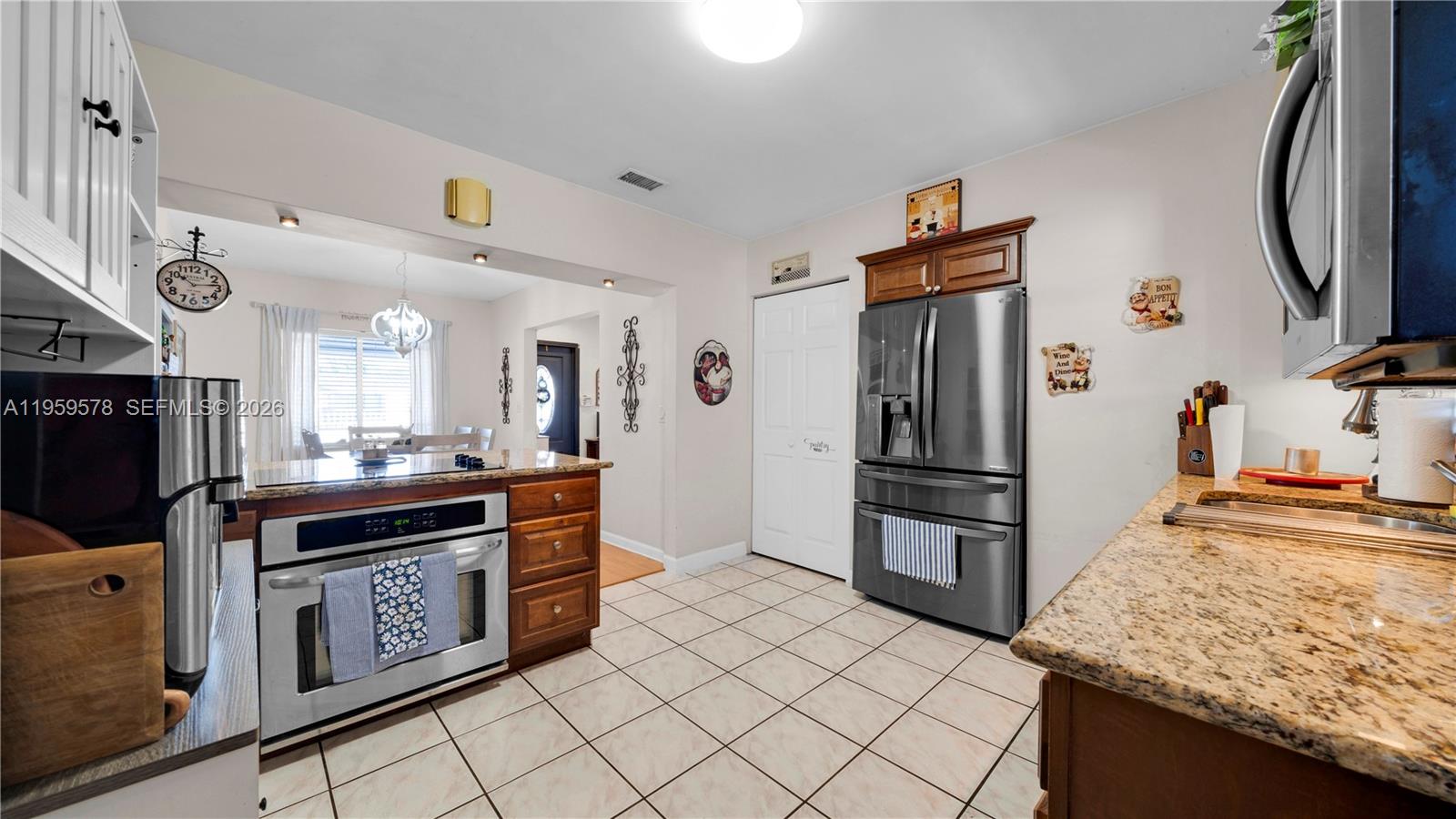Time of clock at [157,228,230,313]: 10:13
